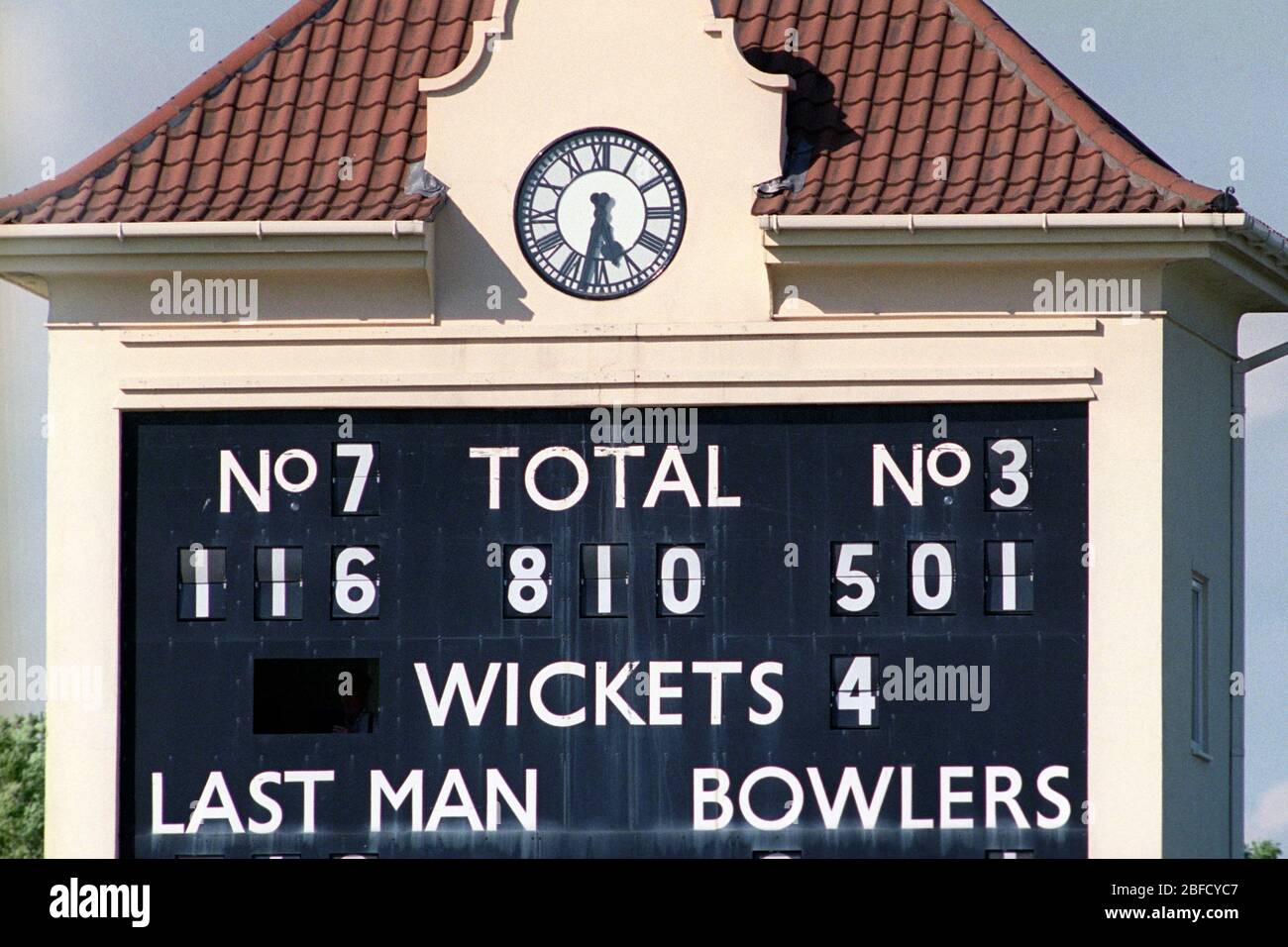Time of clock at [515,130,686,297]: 5:32
